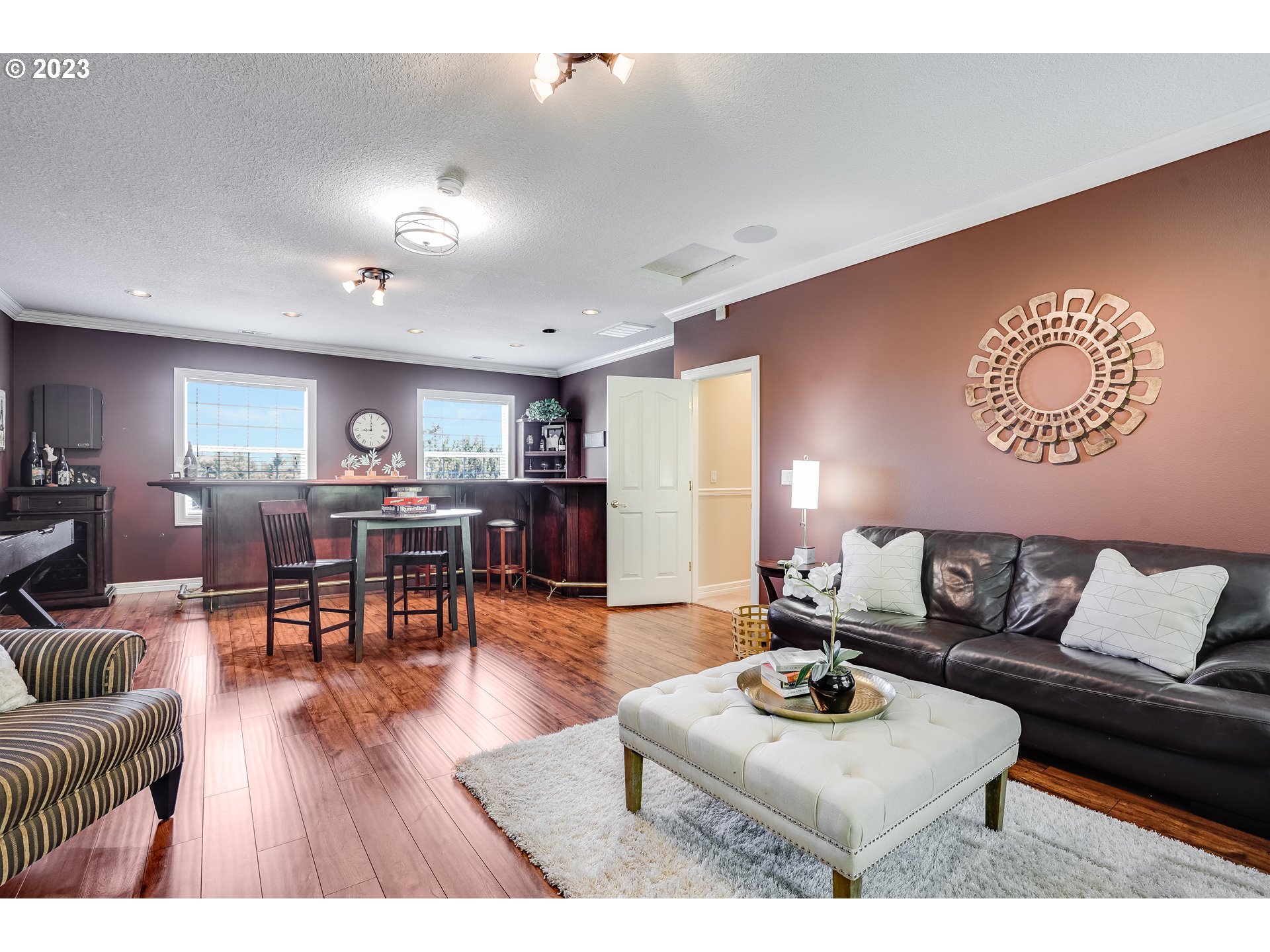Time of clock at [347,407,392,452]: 9:00
